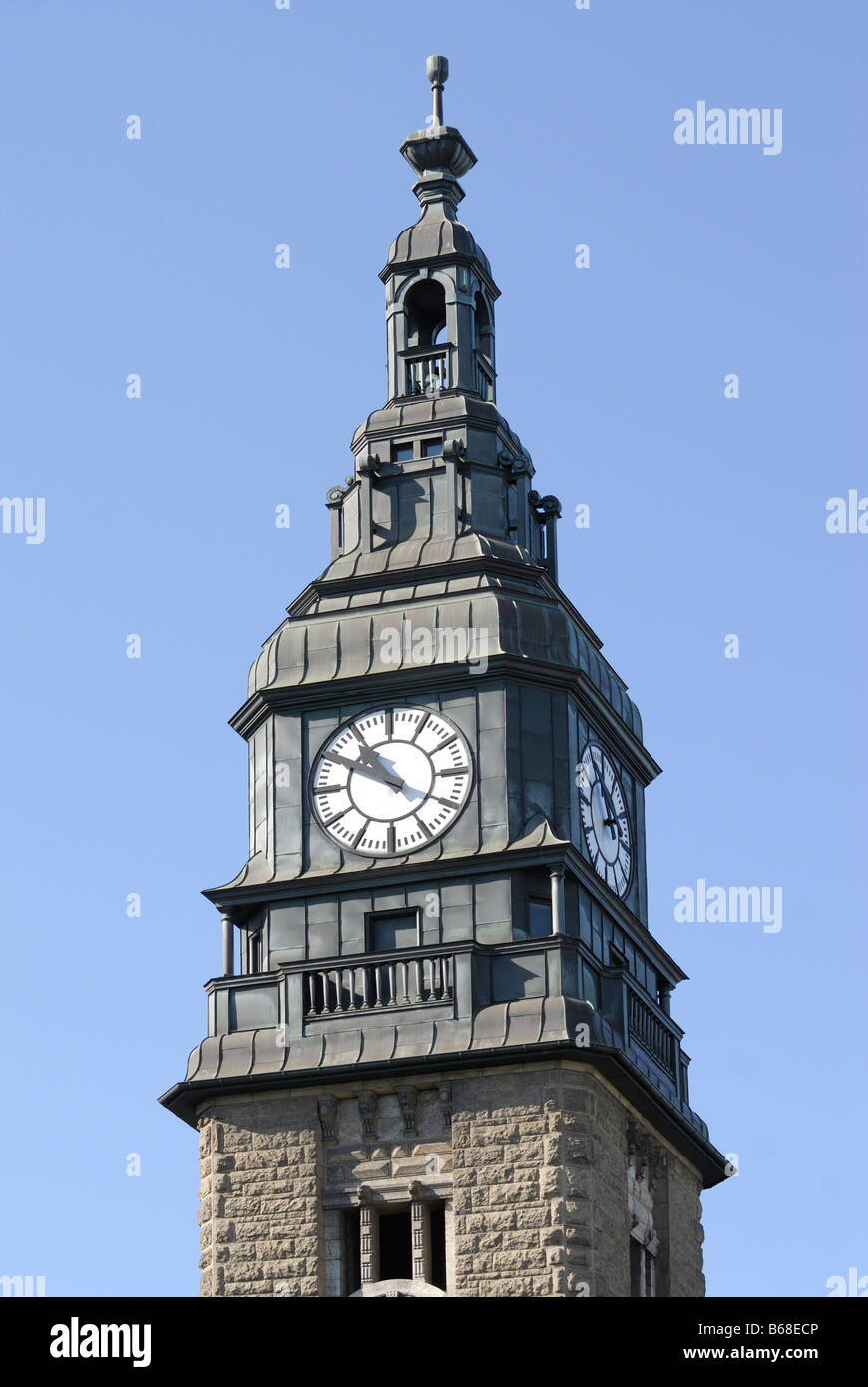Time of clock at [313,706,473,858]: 10:50
